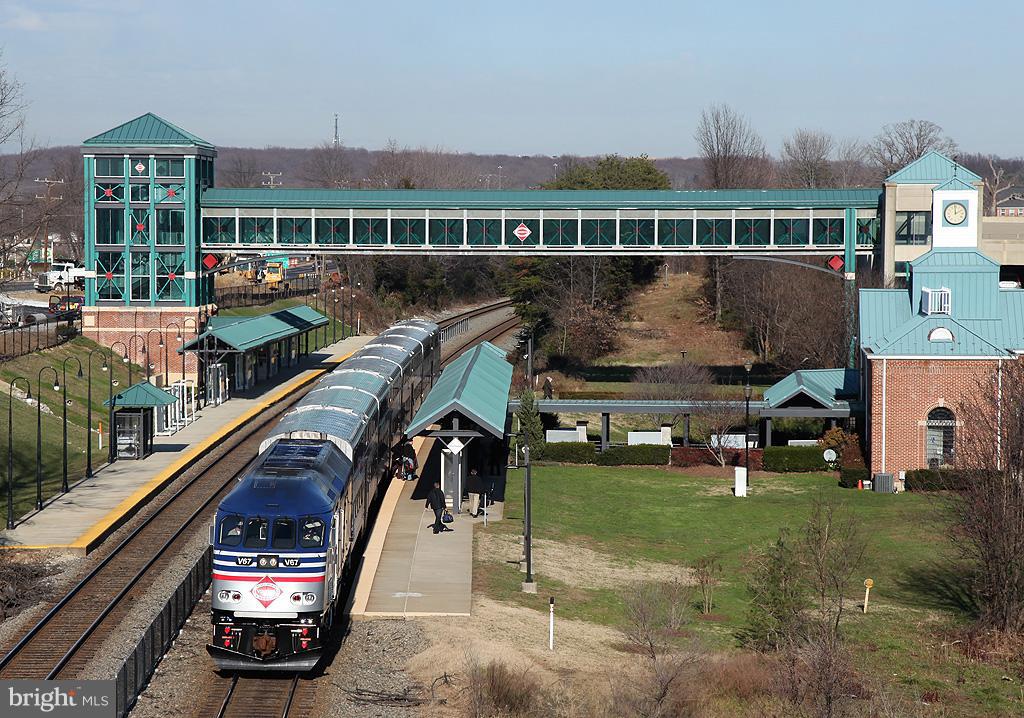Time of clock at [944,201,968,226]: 1:59
